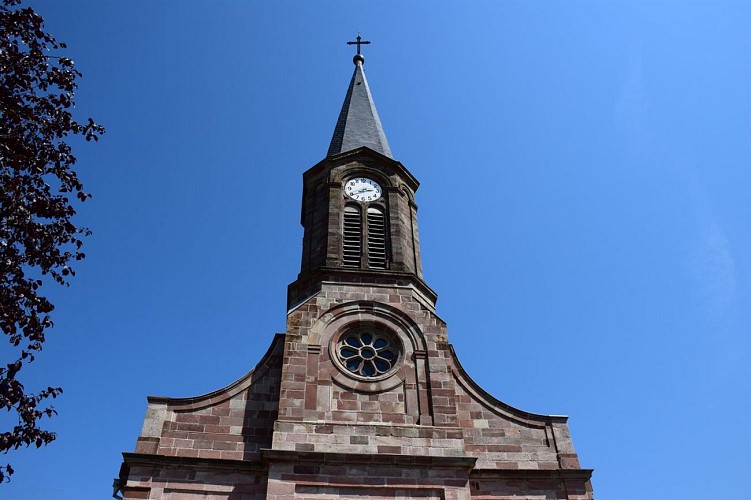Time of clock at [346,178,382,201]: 2:40
